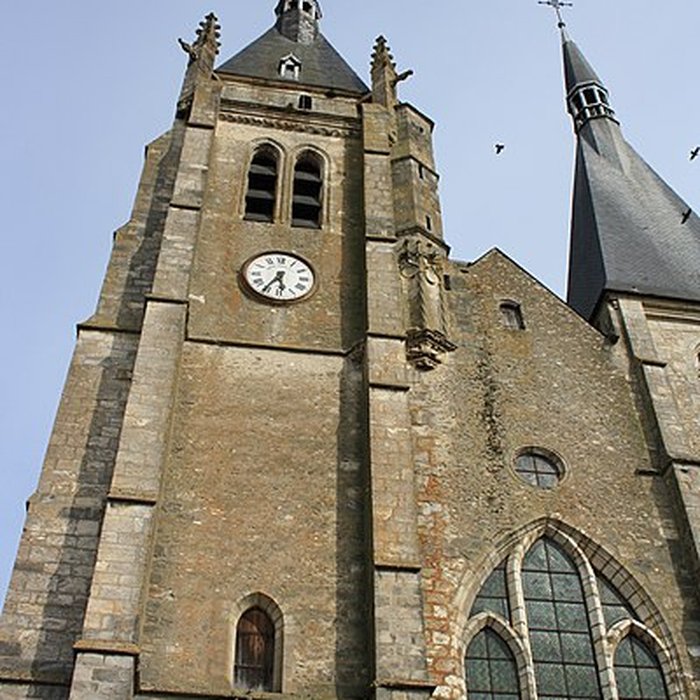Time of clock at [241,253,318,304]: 5:35
